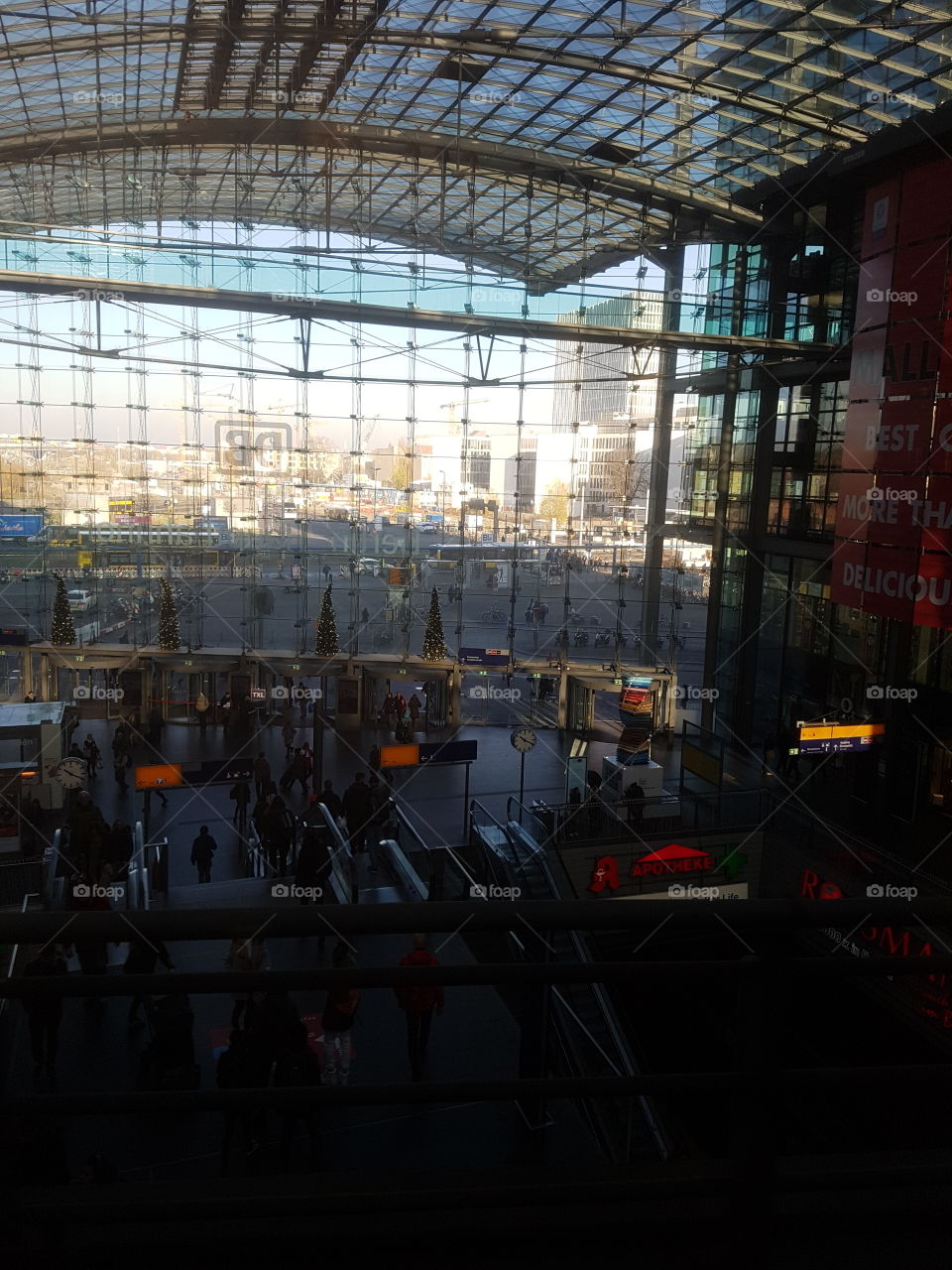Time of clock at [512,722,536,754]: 10:19
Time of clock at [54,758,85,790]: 10:19
